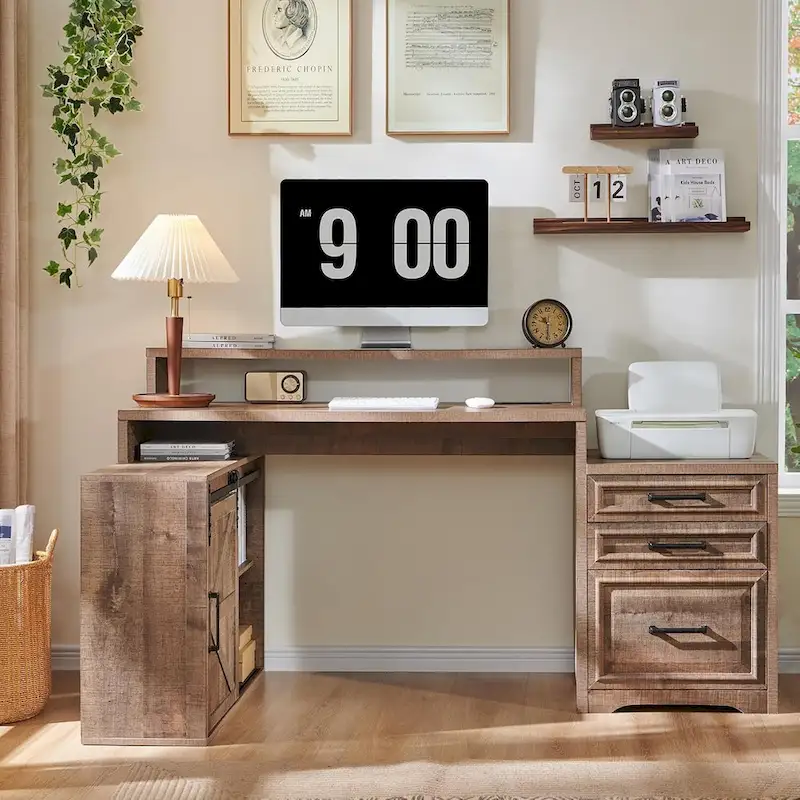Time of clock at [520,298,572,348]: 10:30
